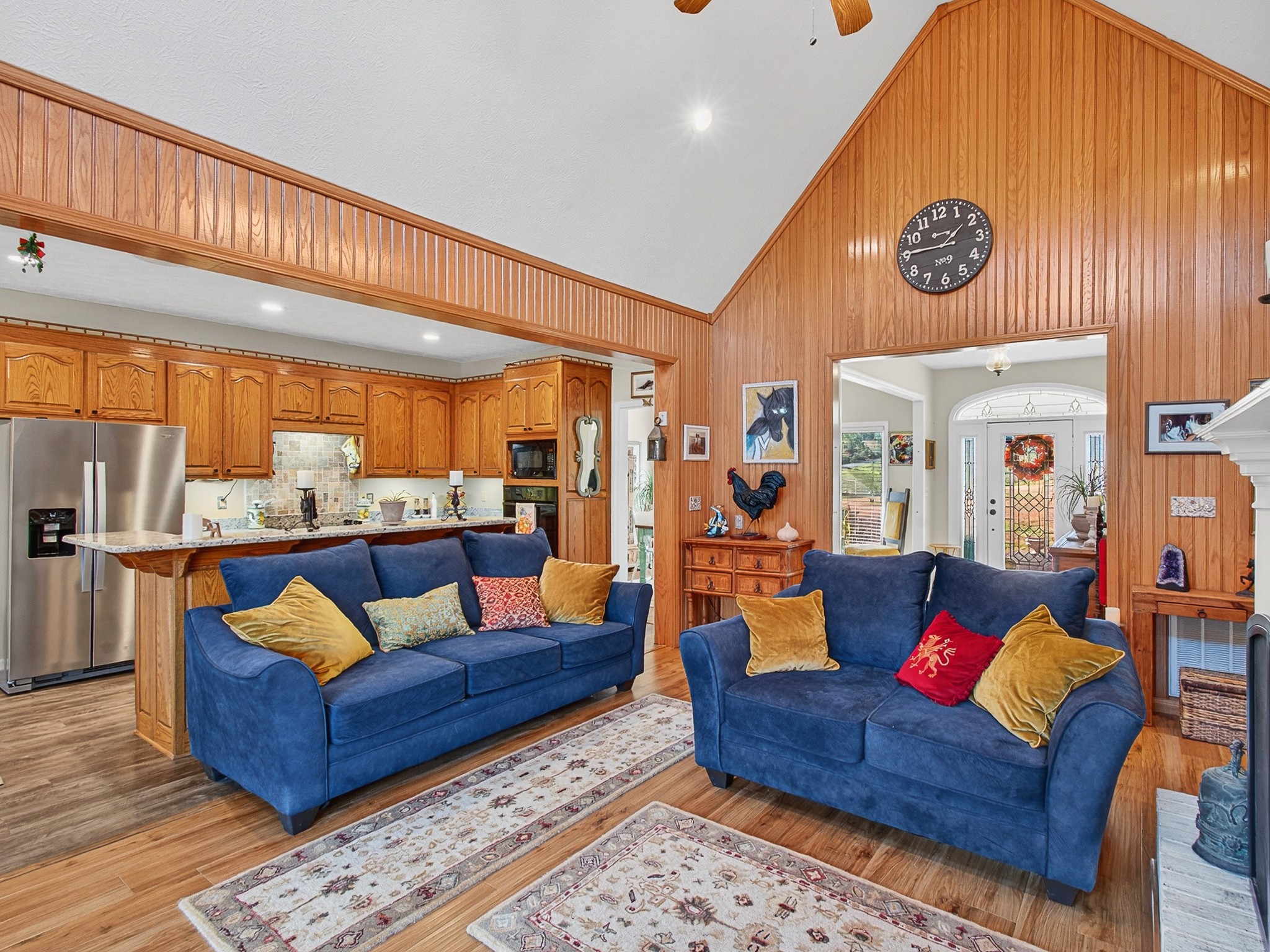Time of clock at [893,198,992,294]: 1:45
